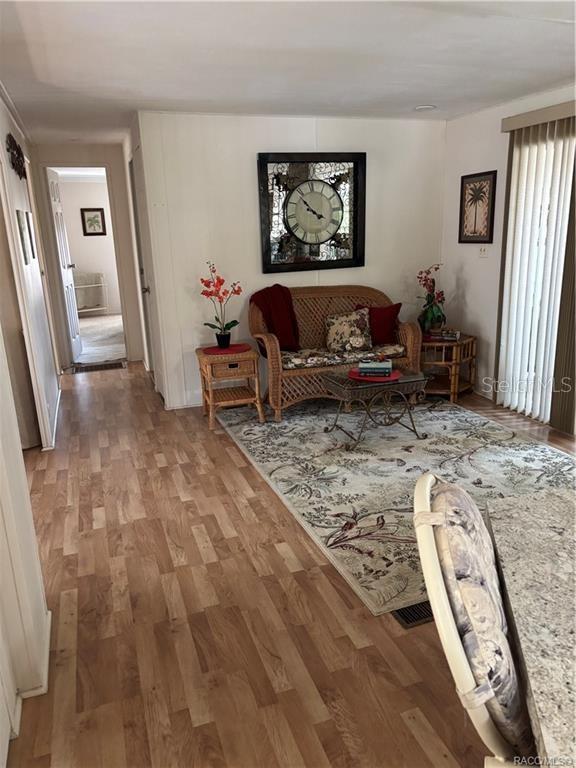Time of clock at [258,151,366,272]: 3:52
